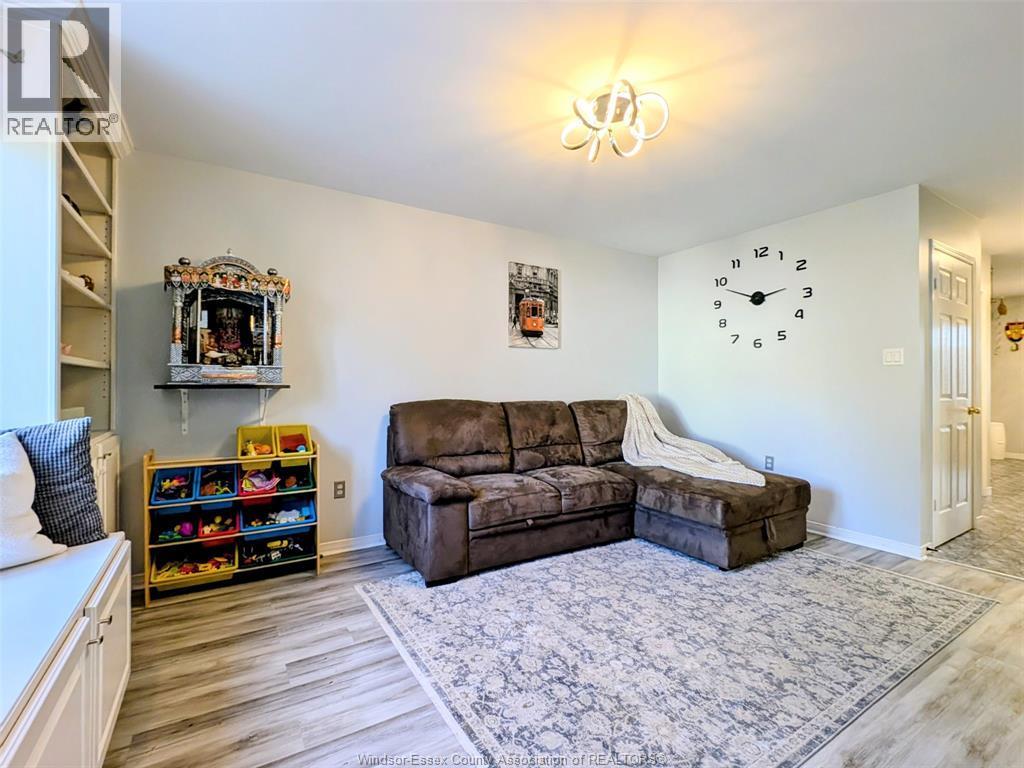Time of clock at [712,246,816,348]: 2:48
